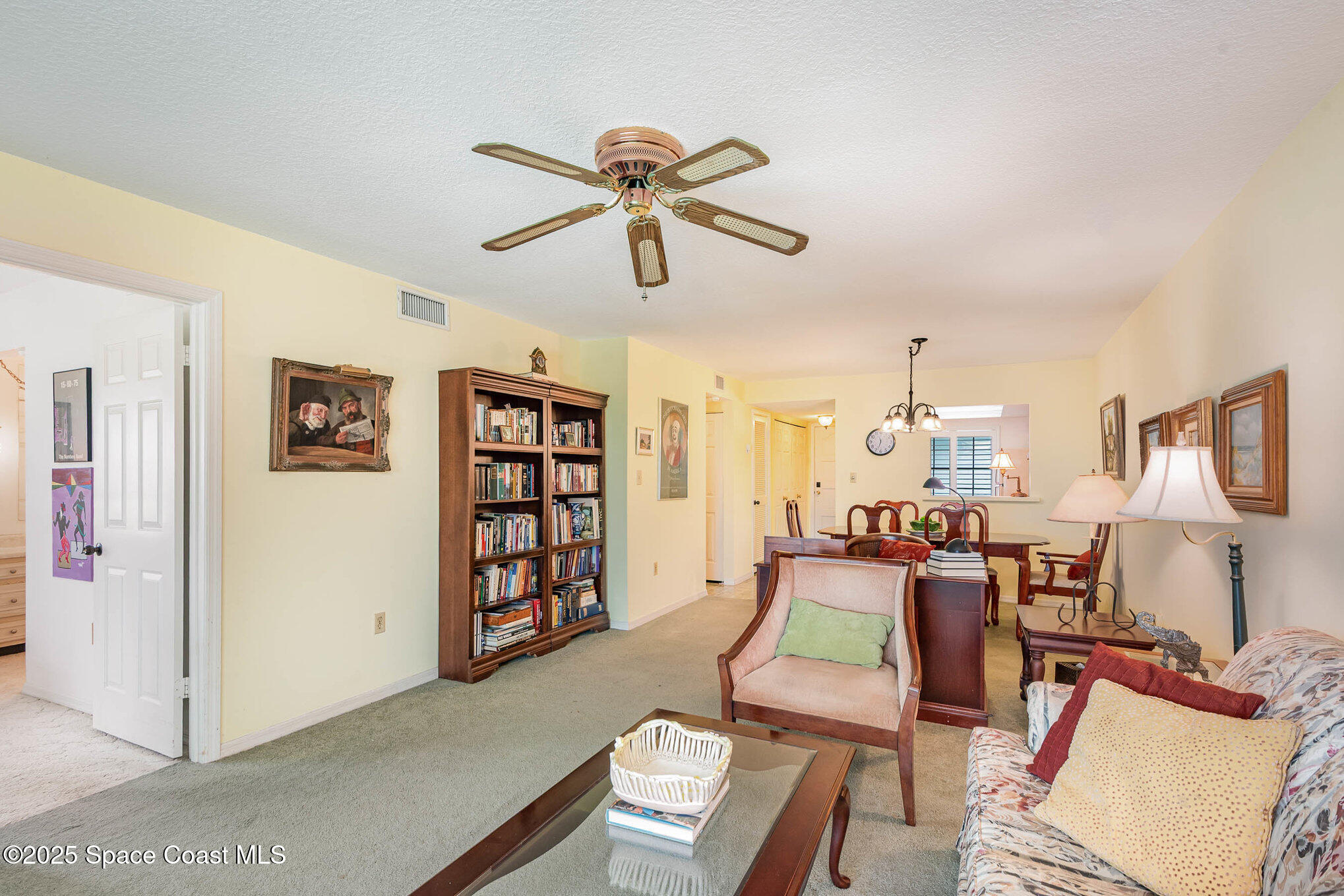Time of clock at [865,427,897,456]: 11:33
